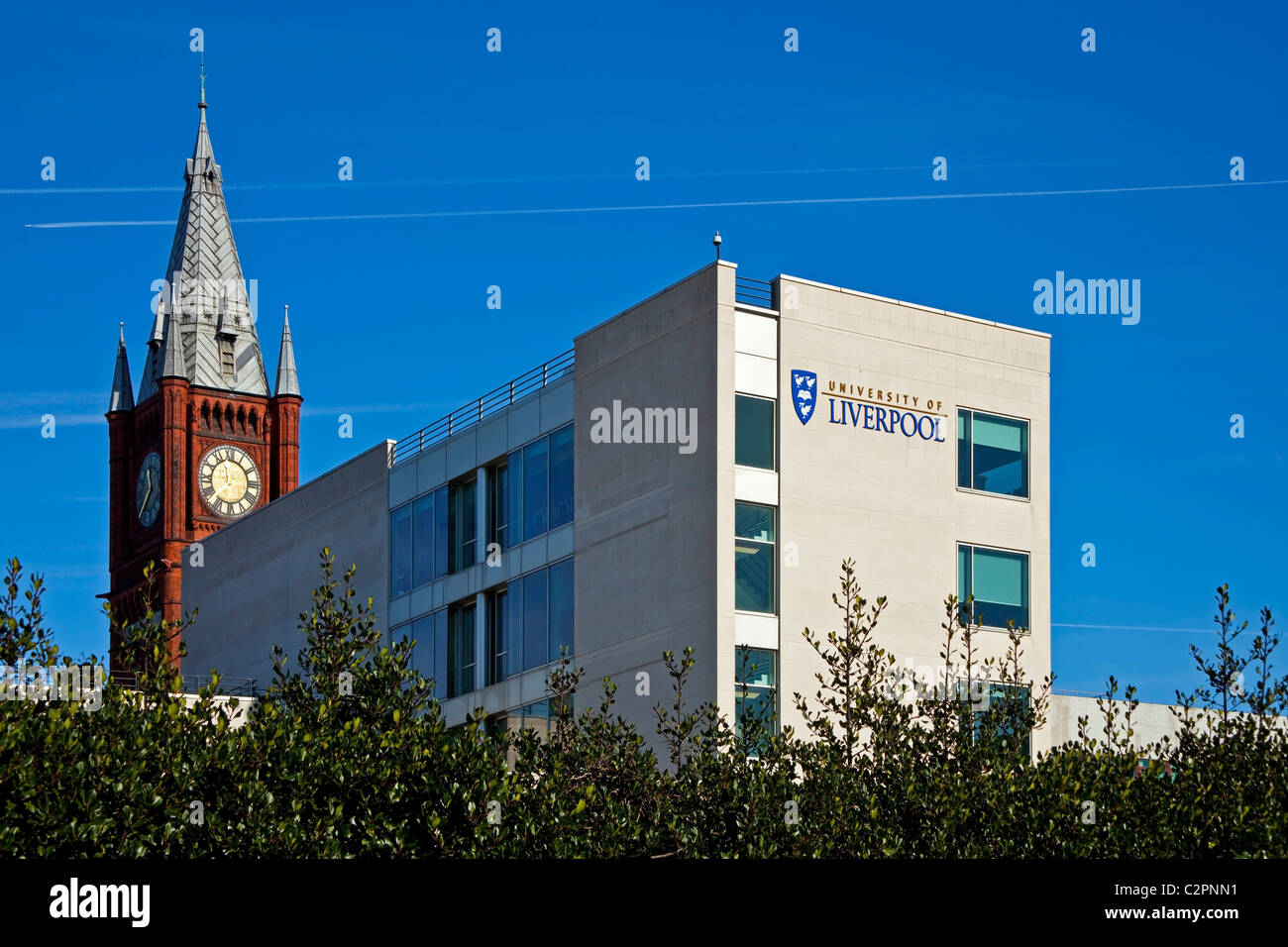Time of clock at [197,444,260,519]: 11:37
